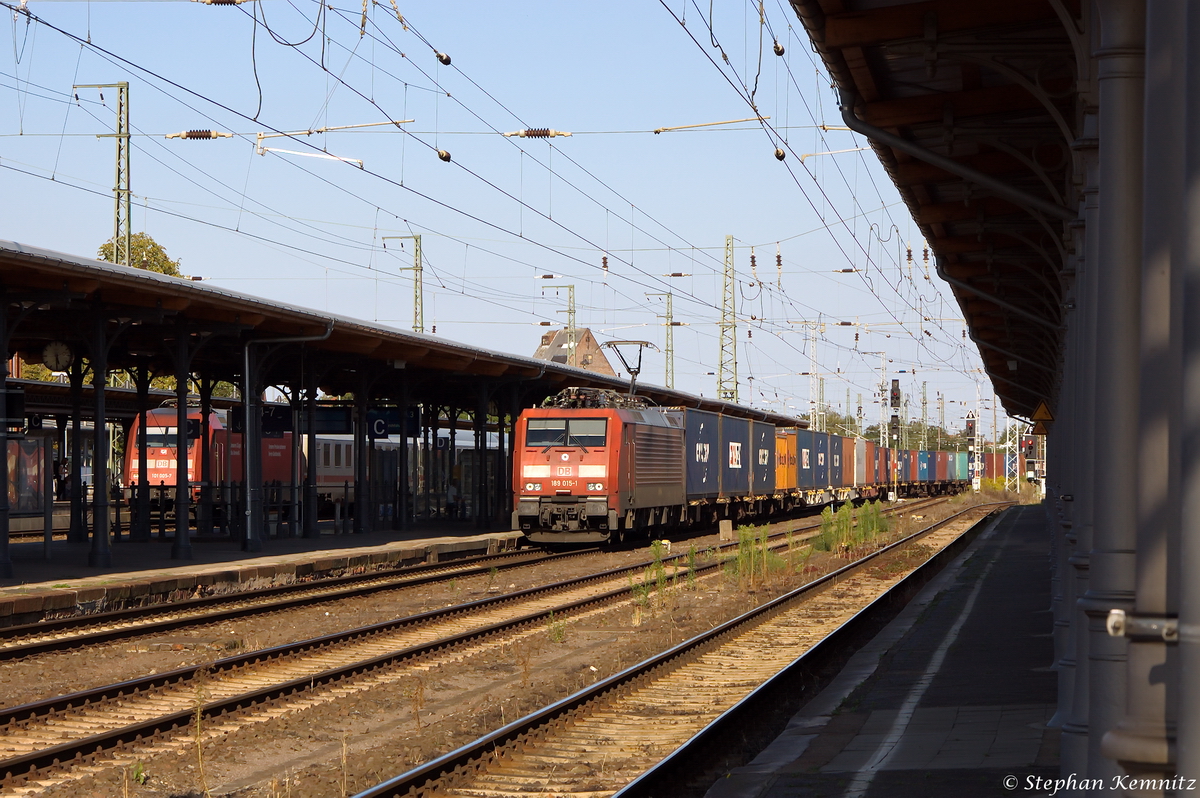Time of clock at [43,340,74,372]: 5:30
